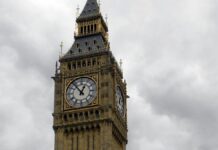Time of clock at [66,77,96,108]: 12:53
